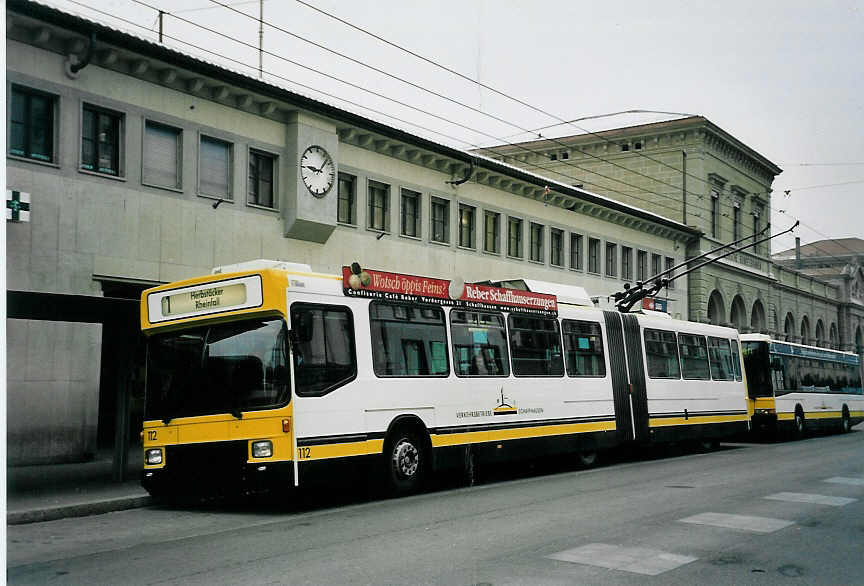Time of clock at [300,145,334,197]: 9:07
